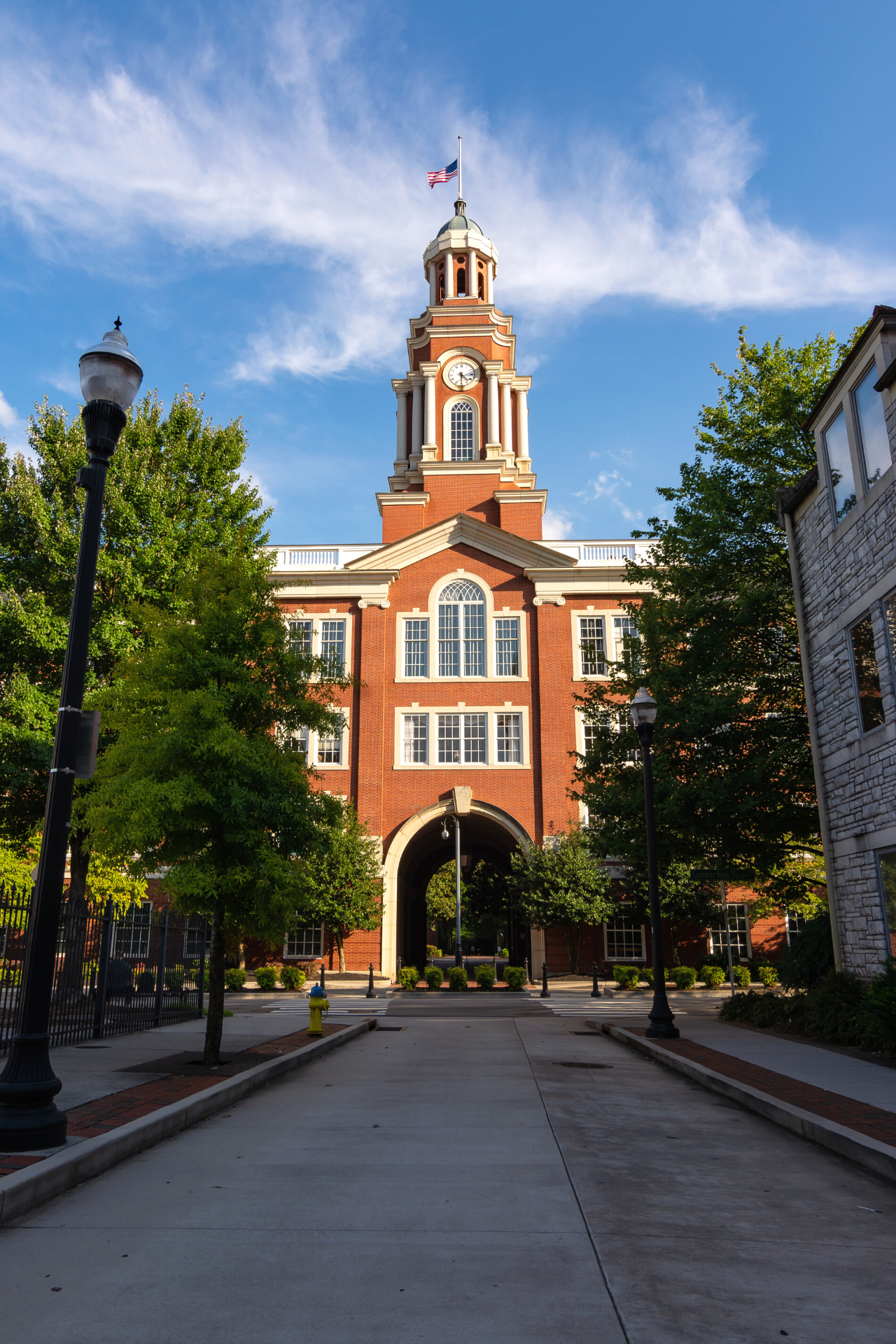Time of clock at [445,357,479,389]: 4:30
